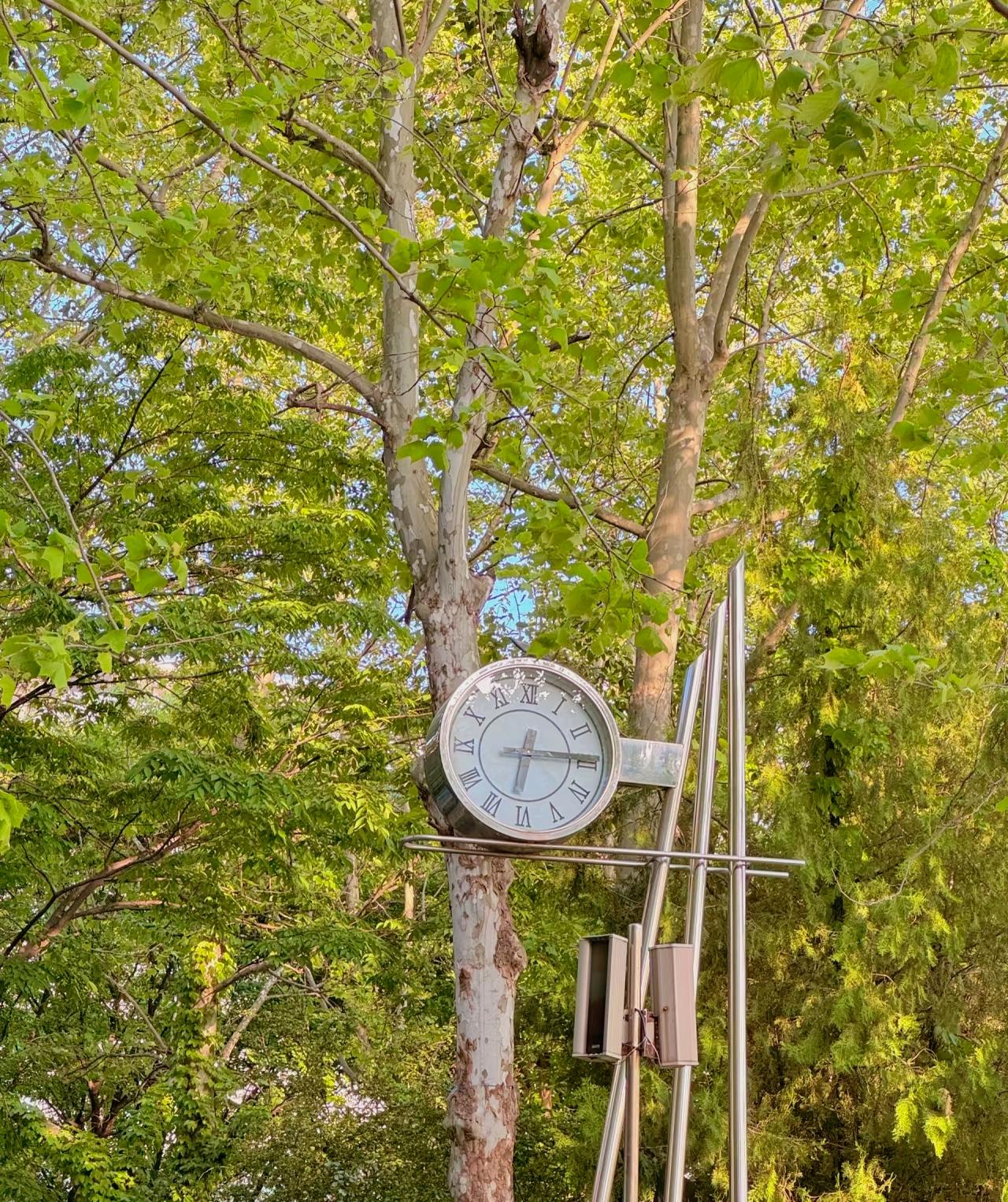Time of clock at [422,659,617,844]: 6:14
